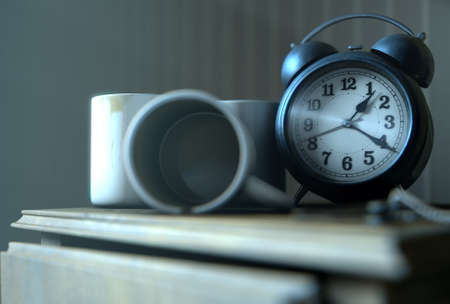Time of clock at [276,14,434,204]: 1:20
